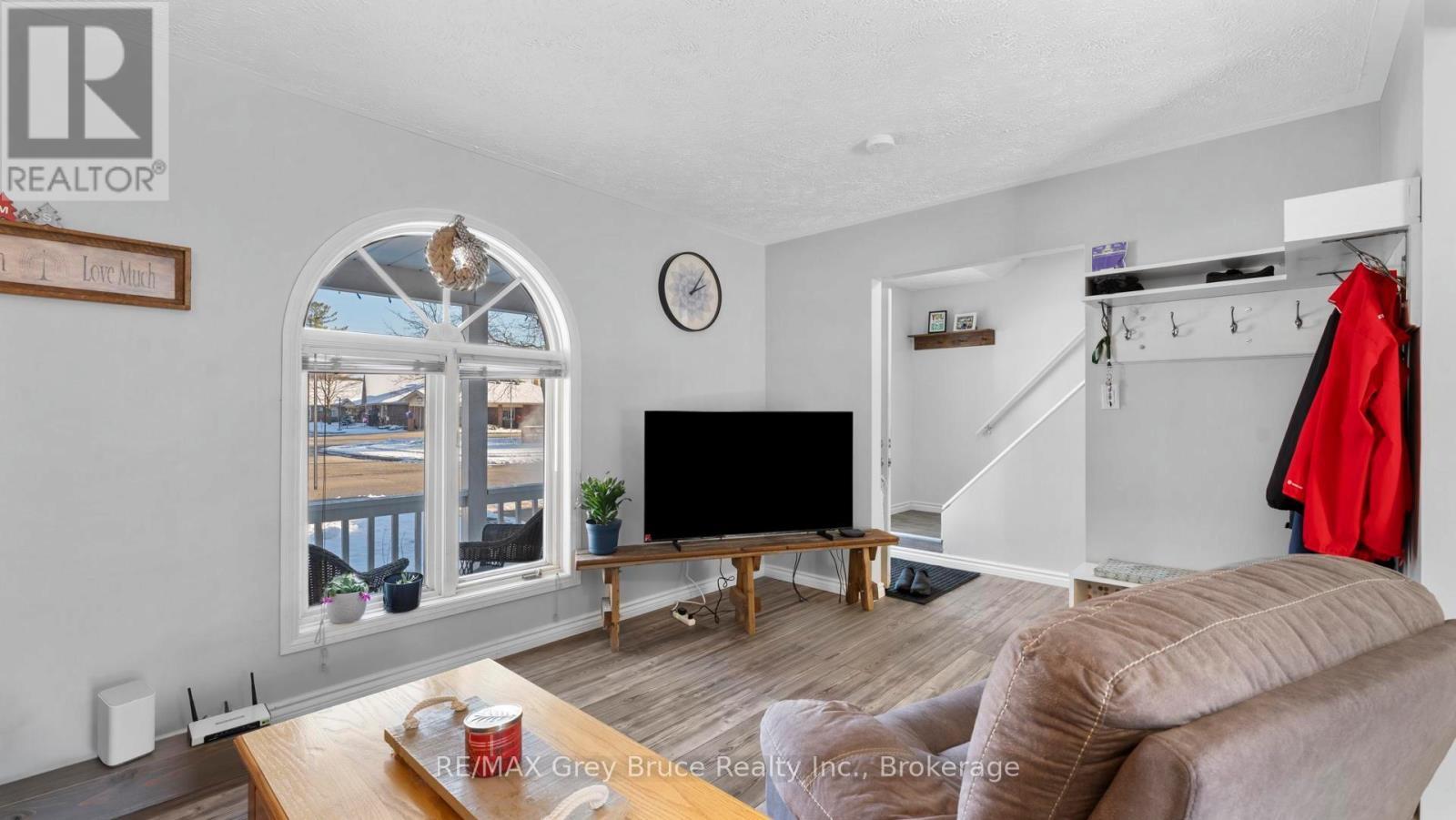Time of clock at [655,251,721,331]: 2:06
